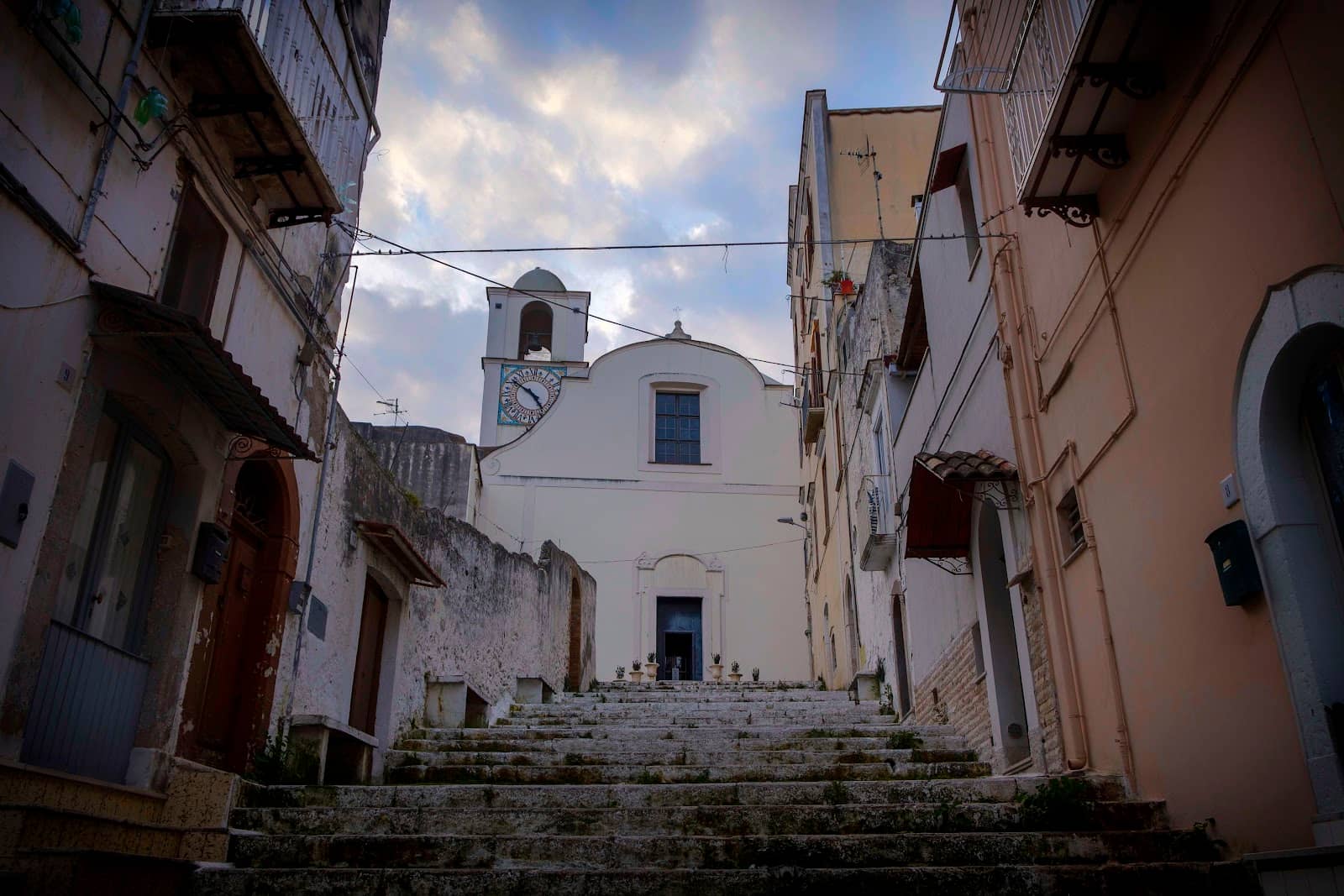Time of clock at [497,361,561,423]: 4:50
